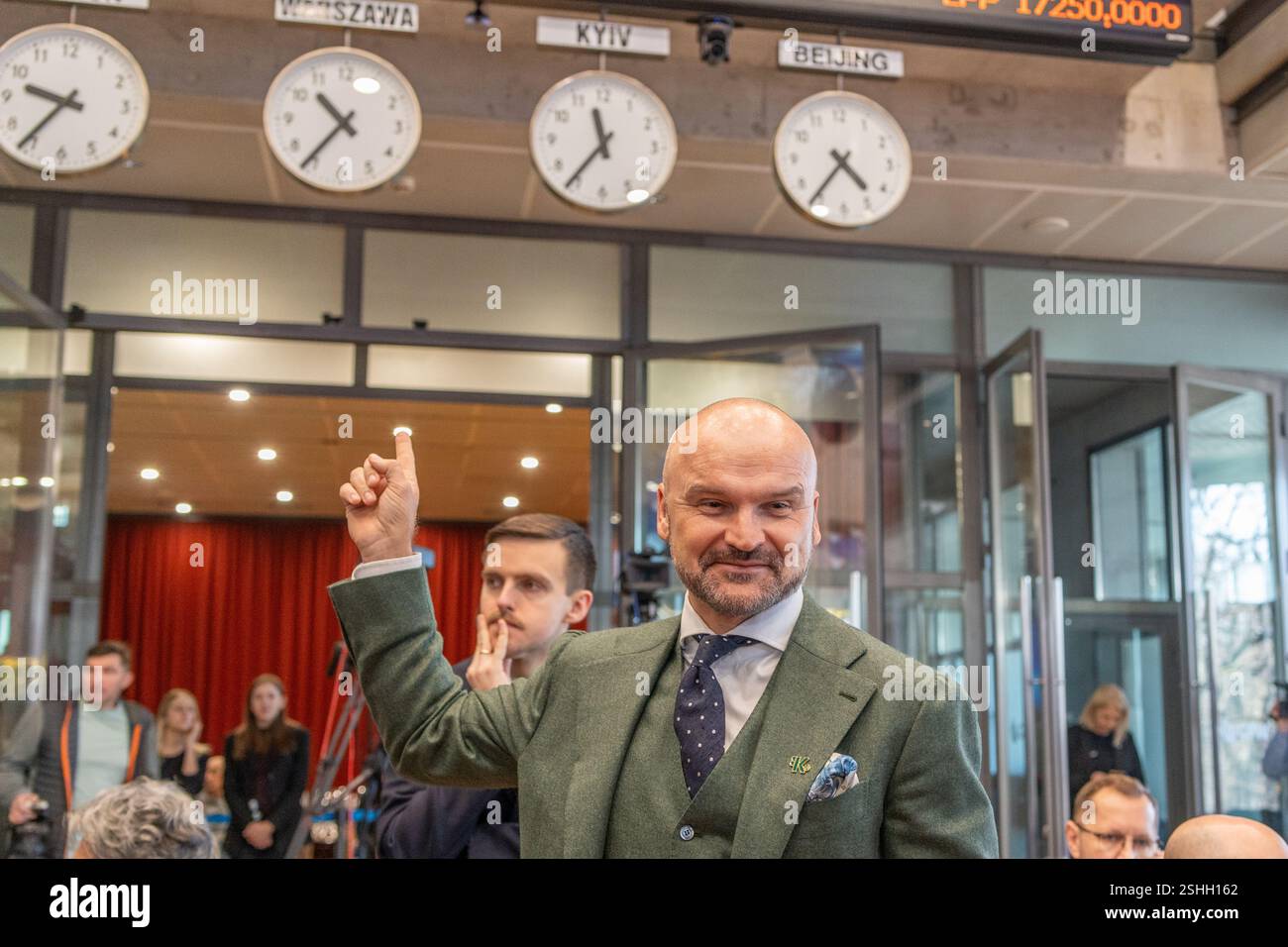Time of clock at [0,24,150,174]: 9:36
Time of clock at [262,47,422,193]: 10:36
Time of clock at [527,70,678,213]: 11:36
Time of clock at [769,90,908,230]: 4:36
